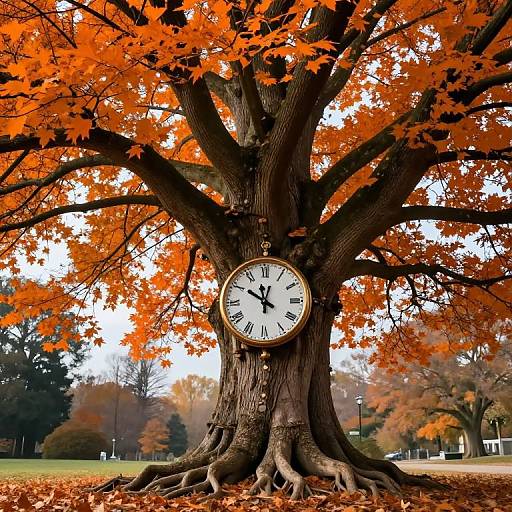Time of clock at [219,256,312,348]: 11:50
